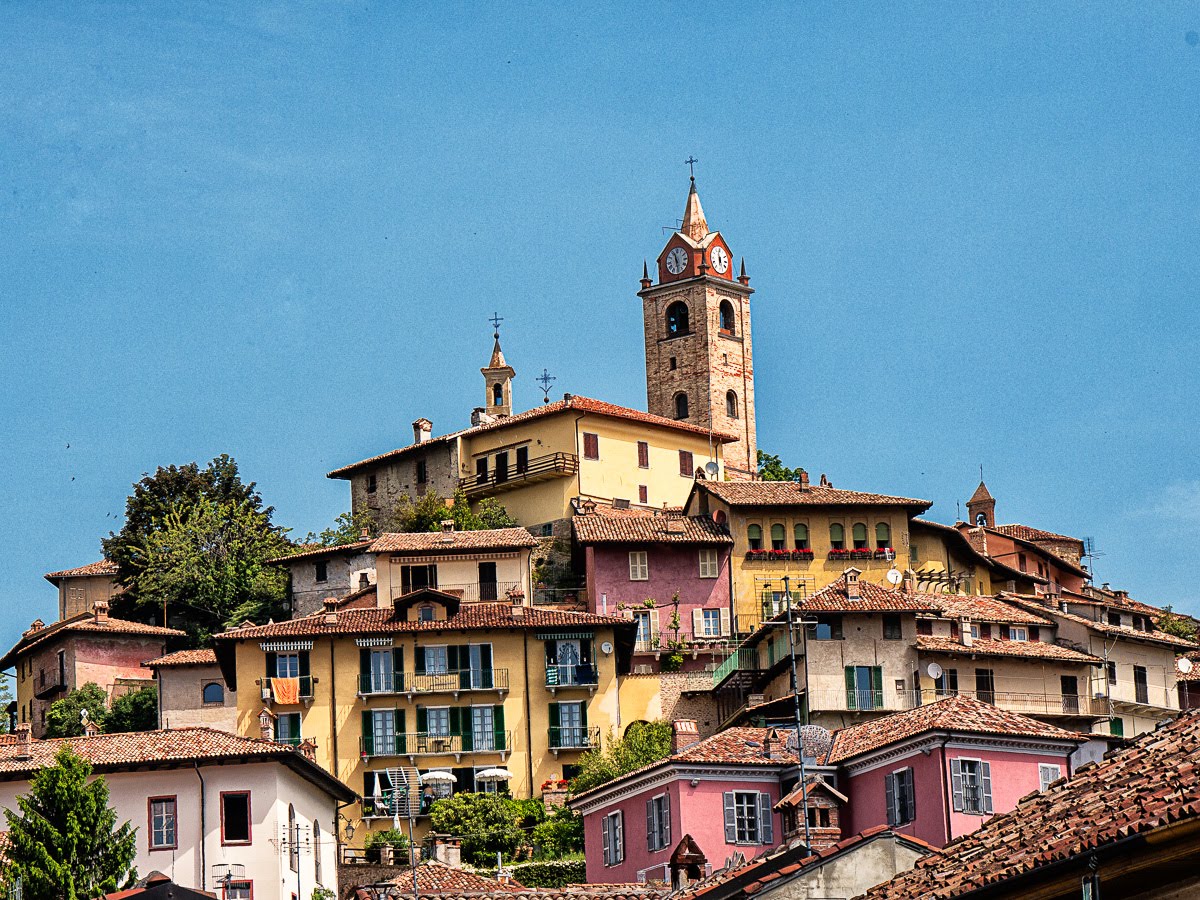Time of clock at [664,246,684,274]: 11:28
